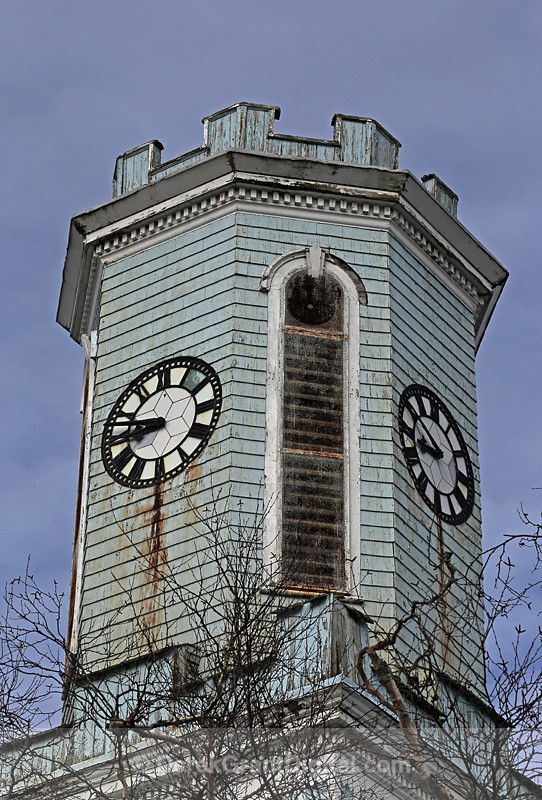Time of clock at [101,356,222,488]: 8:46
